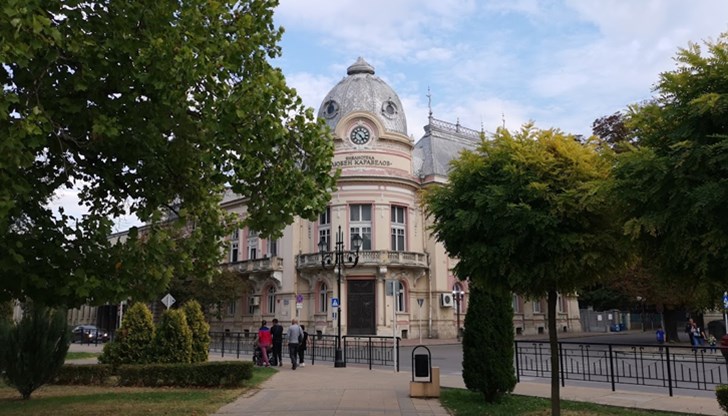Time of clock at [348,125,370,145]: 4:50
